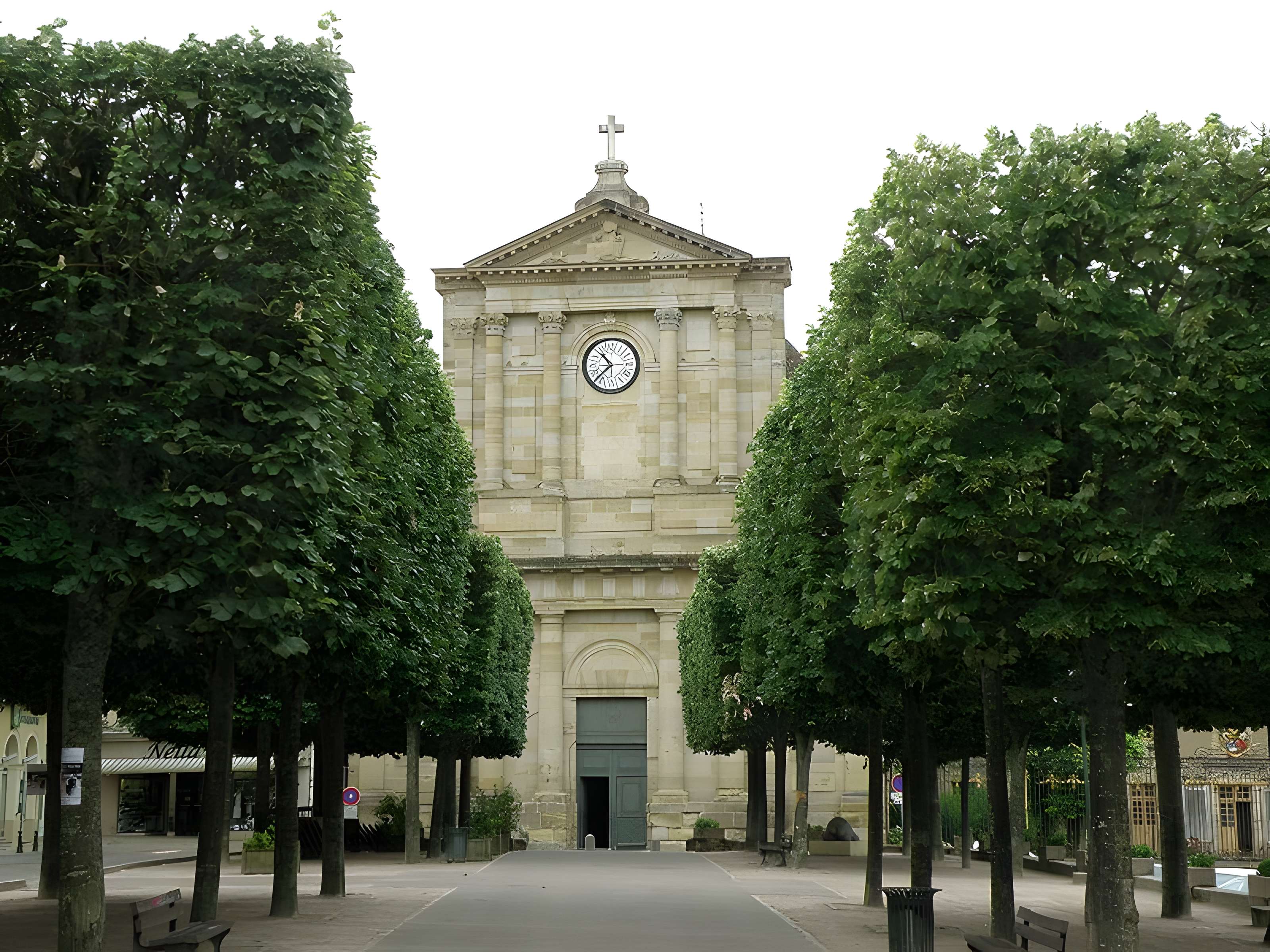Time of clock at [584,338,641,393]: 10:37
